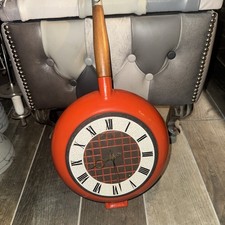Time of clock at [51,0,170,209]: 6:14
